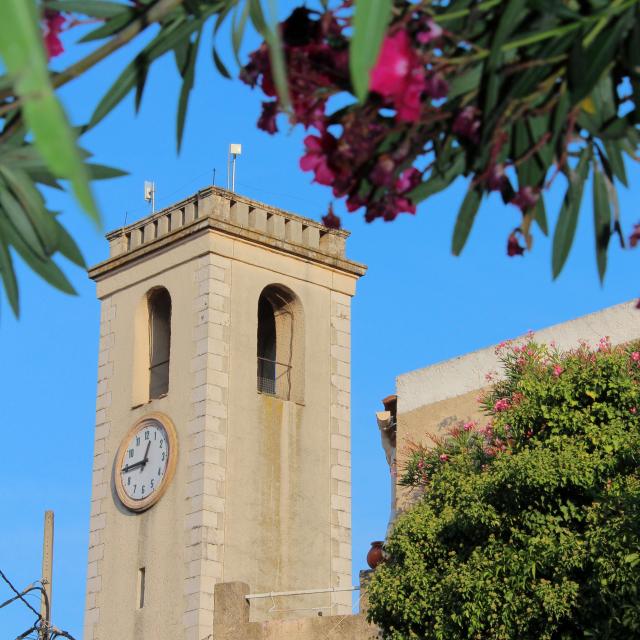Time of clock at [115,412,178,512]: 12:44
